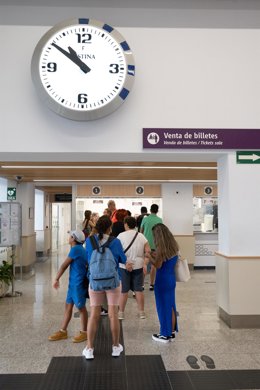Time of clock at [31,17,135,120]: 10:51
